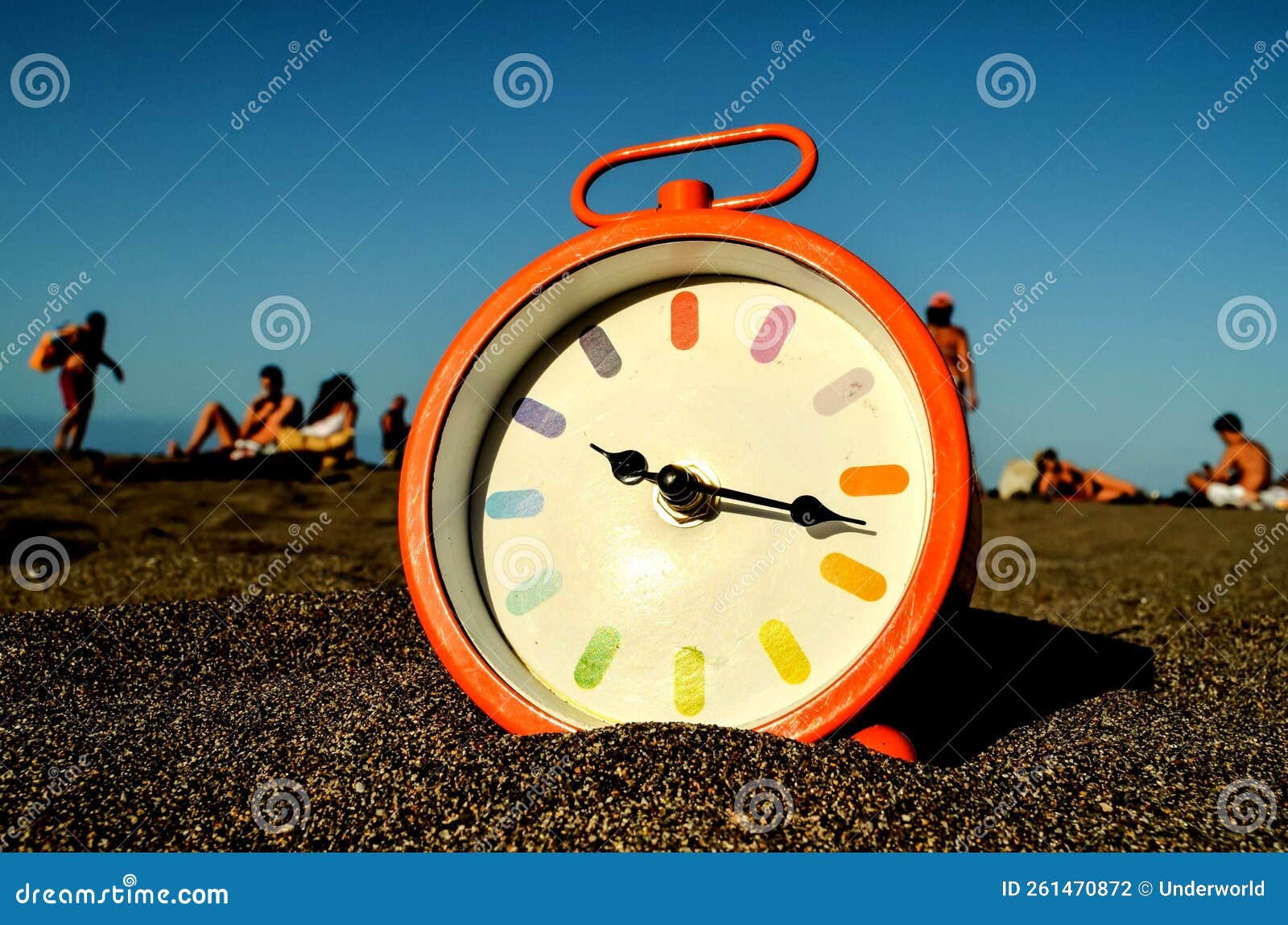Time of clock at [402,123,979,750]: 10:17
